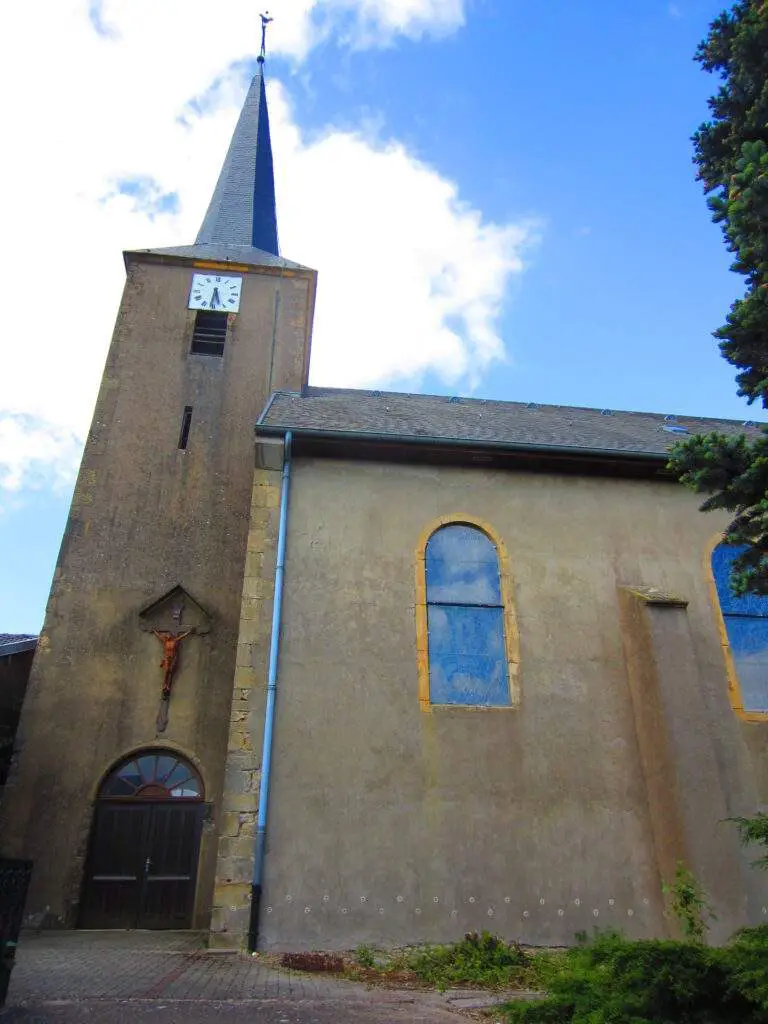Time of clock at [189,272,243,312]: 5:31
